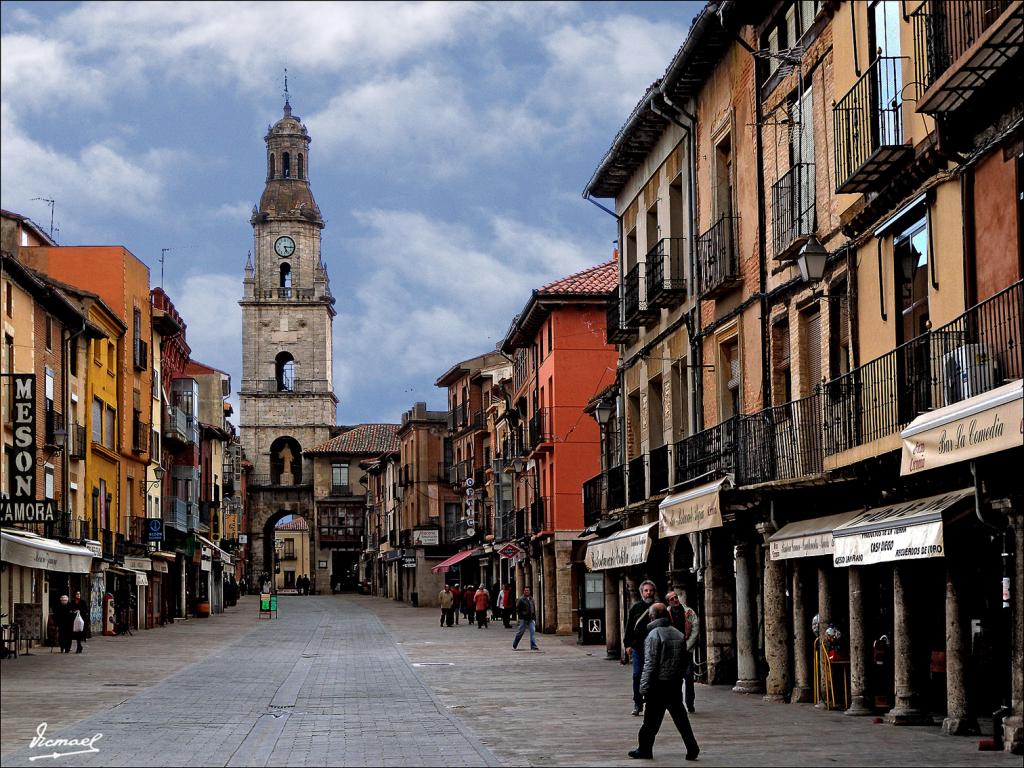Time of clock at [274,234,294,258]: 5:15
